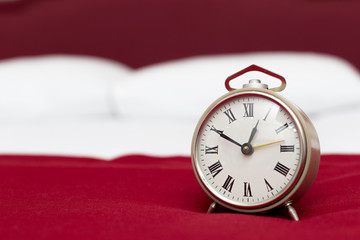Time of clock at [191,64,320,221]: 12:49
